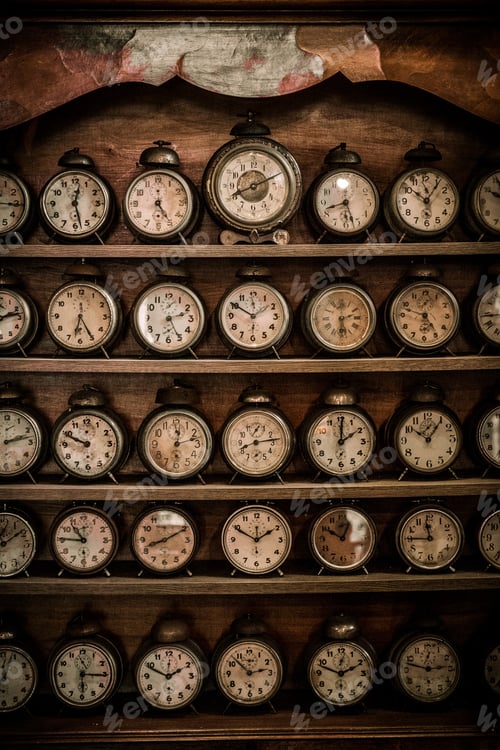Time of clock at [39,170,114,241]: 12:27
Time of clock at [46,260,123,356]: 6:24
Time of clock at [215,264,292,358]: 1:50
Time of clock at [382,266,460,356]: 4:47
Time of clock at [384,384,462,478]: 10:06
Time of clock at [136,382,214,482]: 12:12
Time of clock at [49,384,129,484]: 9:49
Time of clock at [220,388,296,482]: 8:14
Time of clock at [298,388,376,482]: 2:00
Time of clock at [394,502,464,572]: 11:45
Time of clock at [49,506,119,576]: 10:45
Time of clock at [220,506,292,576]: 1:49
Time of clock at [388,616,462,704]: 2:47
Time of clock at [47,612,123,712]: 6:15
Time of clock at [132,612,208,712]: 1:49
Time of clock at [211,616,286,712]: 2:52
